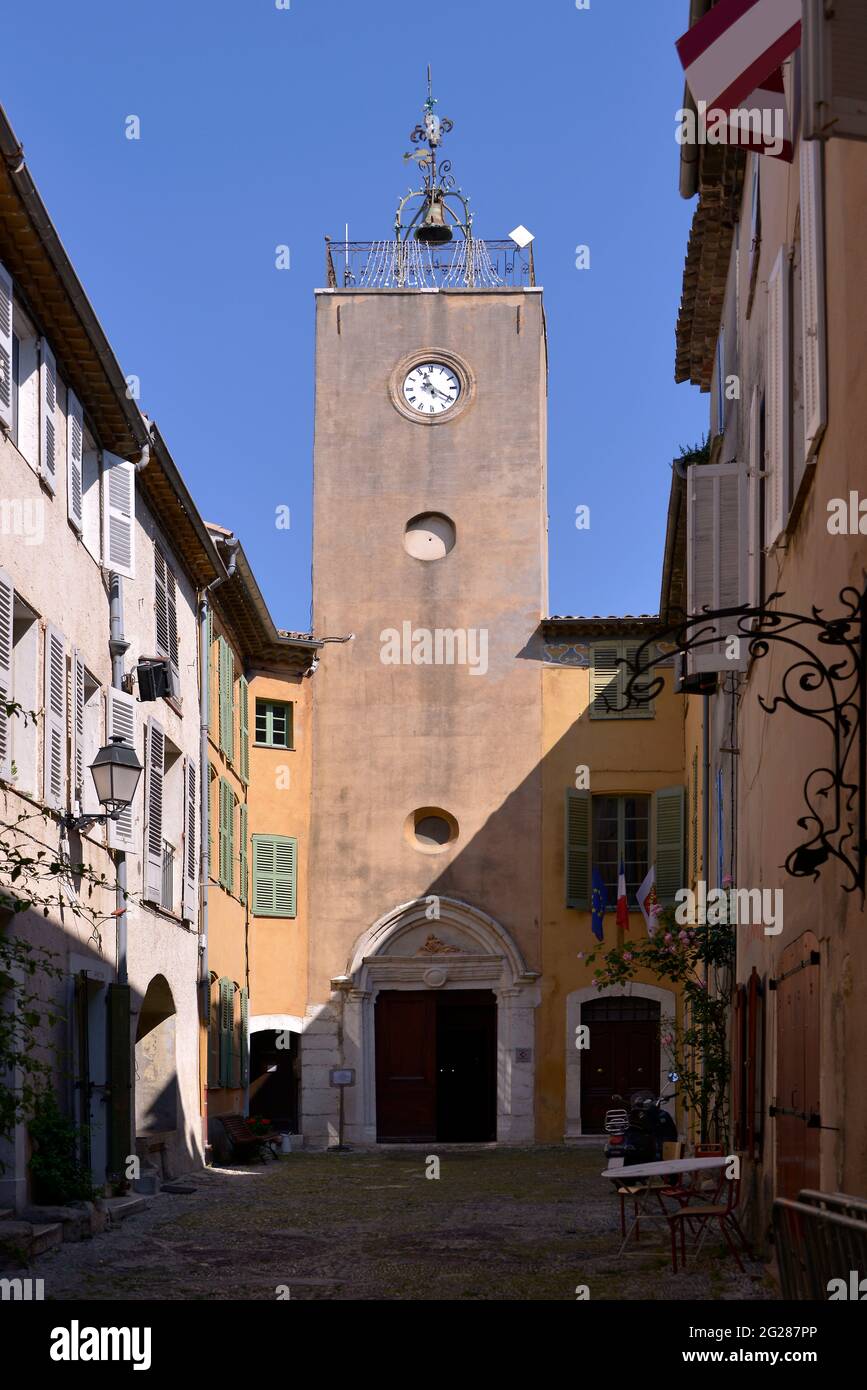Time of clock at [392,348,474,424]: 11:20
